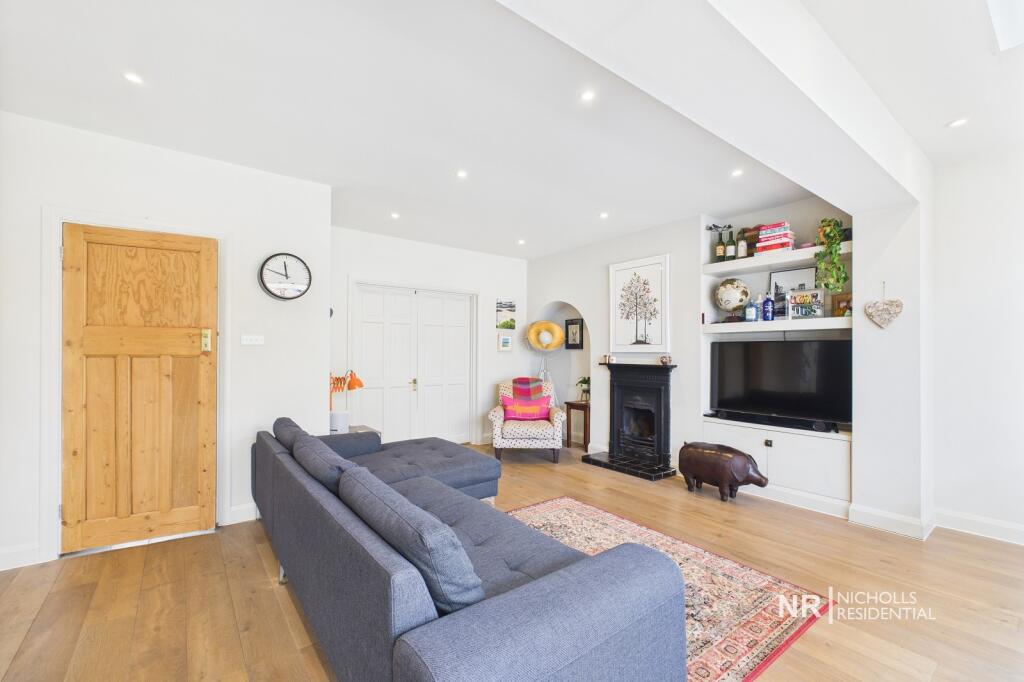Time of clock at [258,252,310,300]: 11:47
